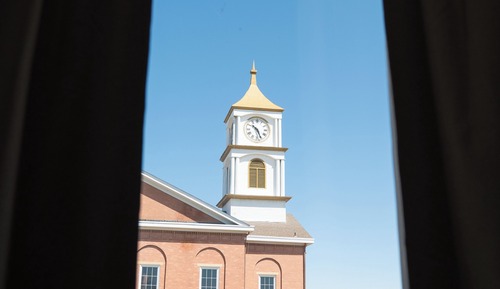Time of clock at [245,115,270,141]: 10:26
